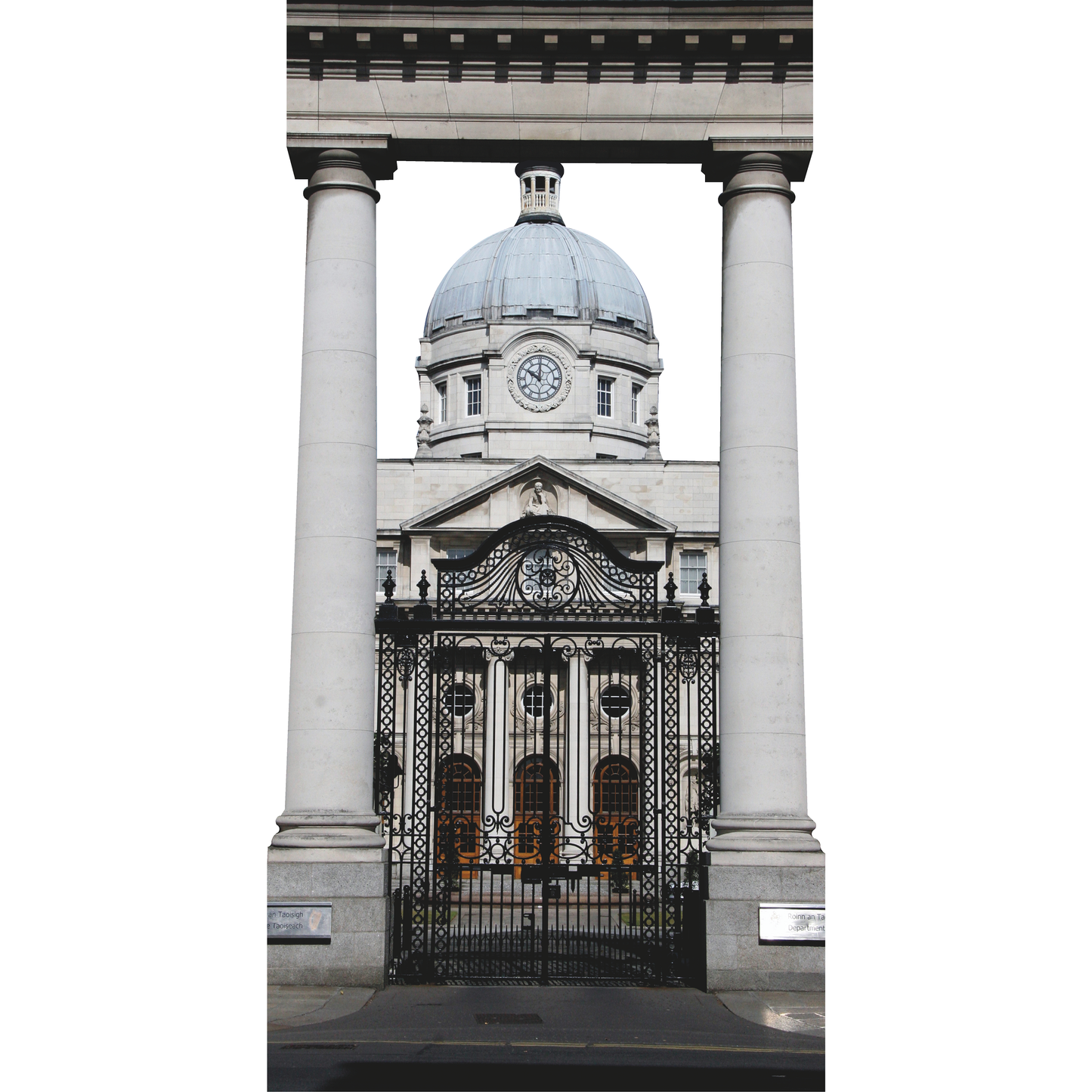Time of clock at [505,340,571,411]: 10:00
